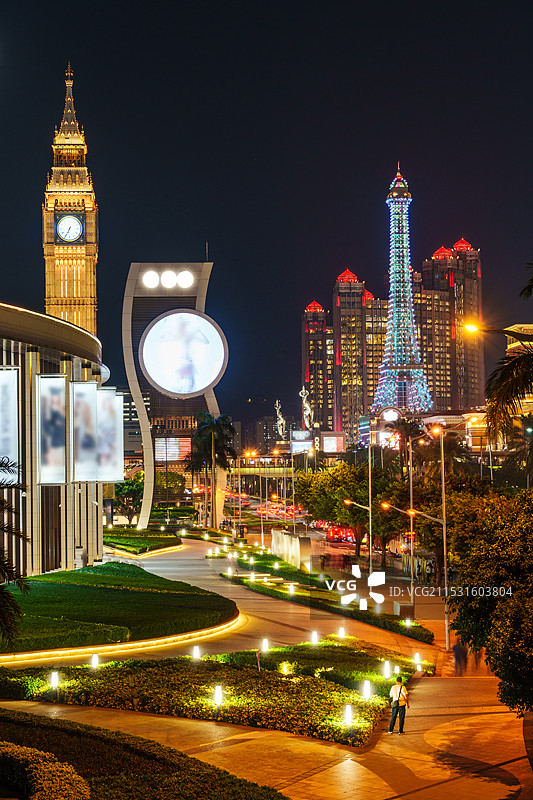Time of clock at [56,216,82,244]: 6:34
